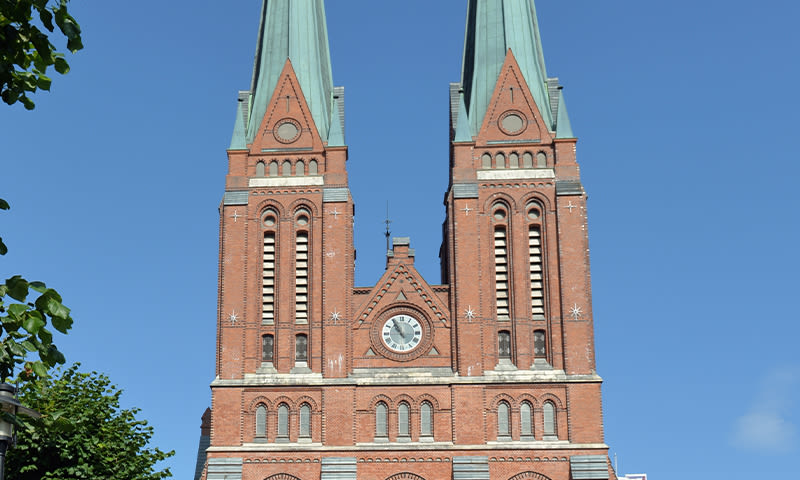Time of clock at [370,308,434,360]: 10:55
